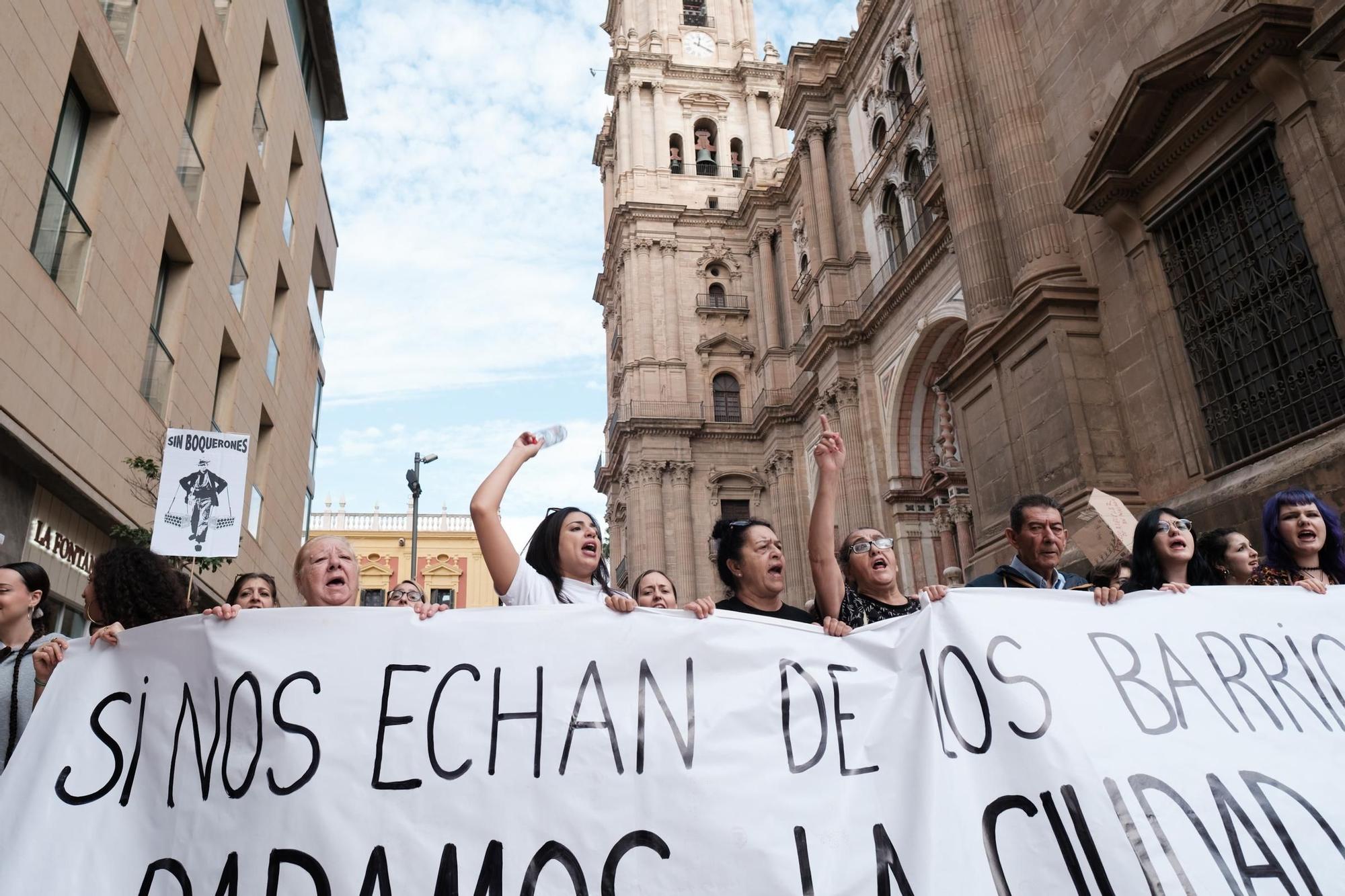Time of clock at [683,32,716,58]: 12:19
